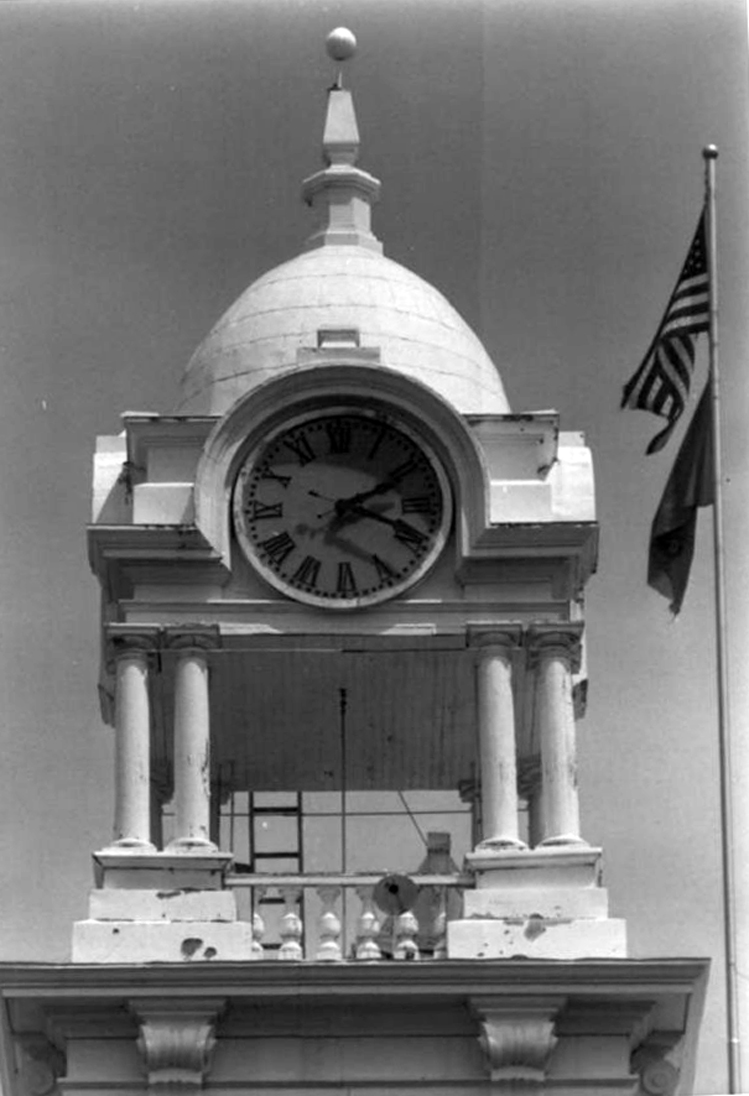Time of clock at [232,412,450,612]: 2:18
